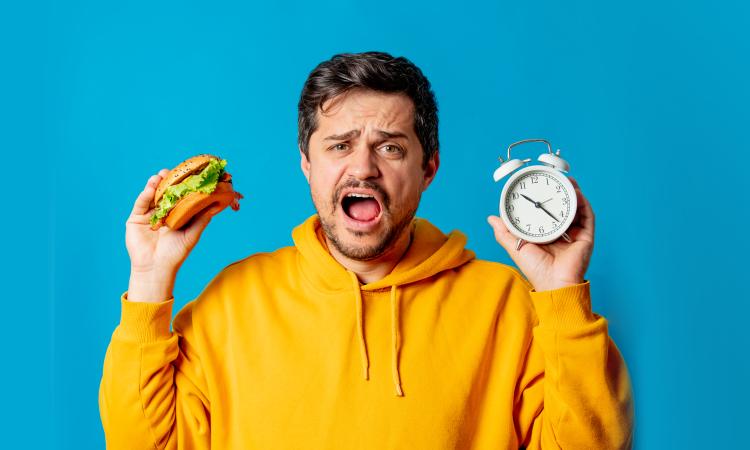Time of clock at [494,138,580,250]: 10:22
